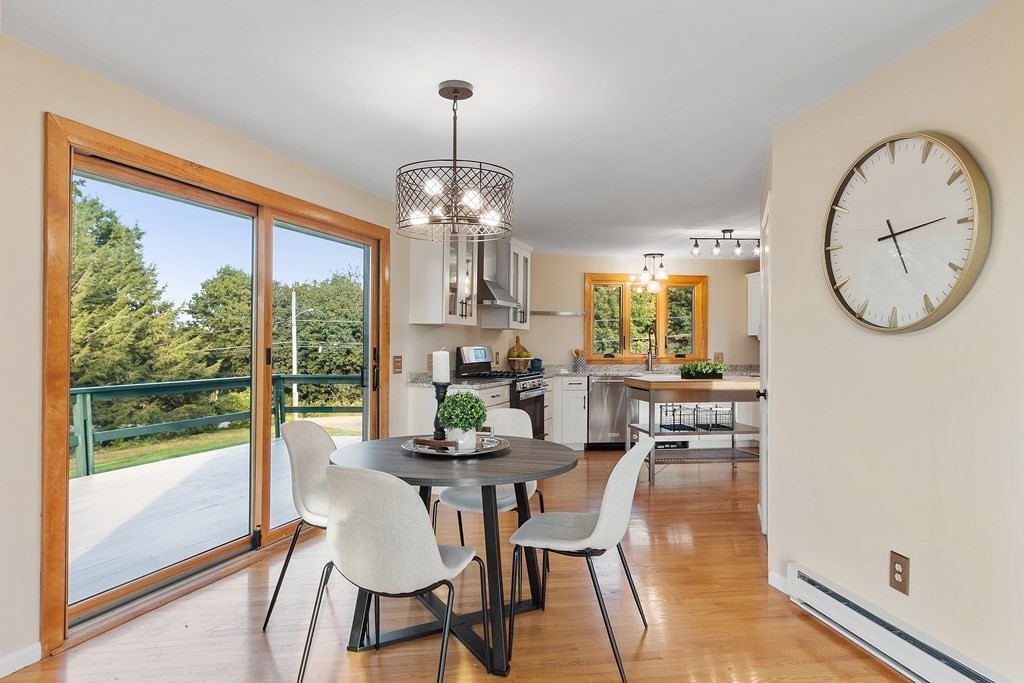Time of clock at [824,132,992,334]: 5:13
